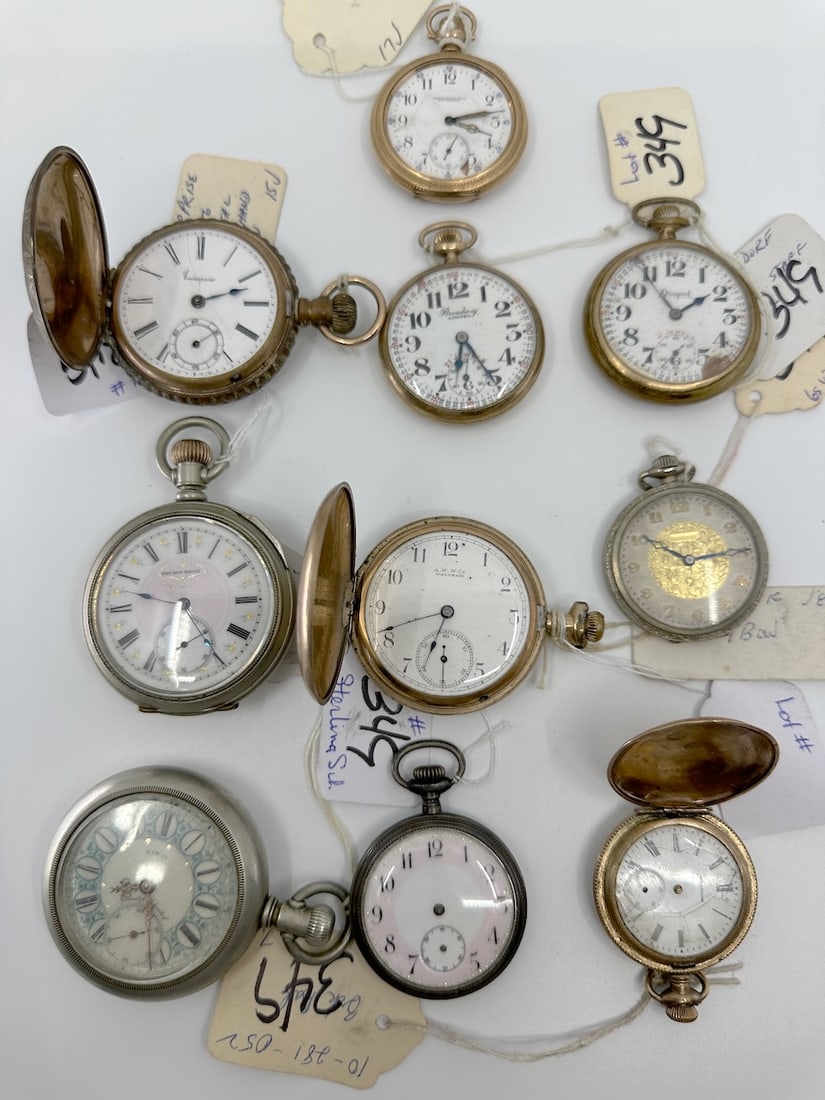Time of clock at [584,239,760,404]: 1:54
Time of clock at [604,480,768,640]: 10:14
